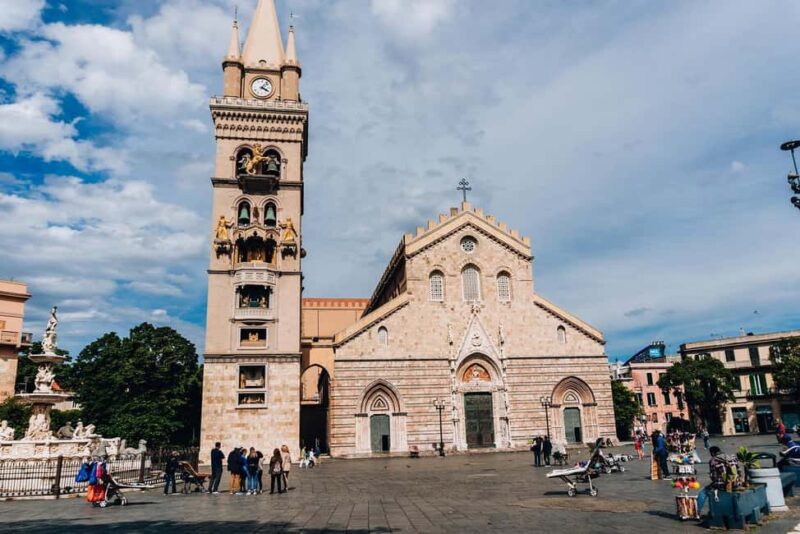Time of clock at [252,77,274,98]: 4:07
